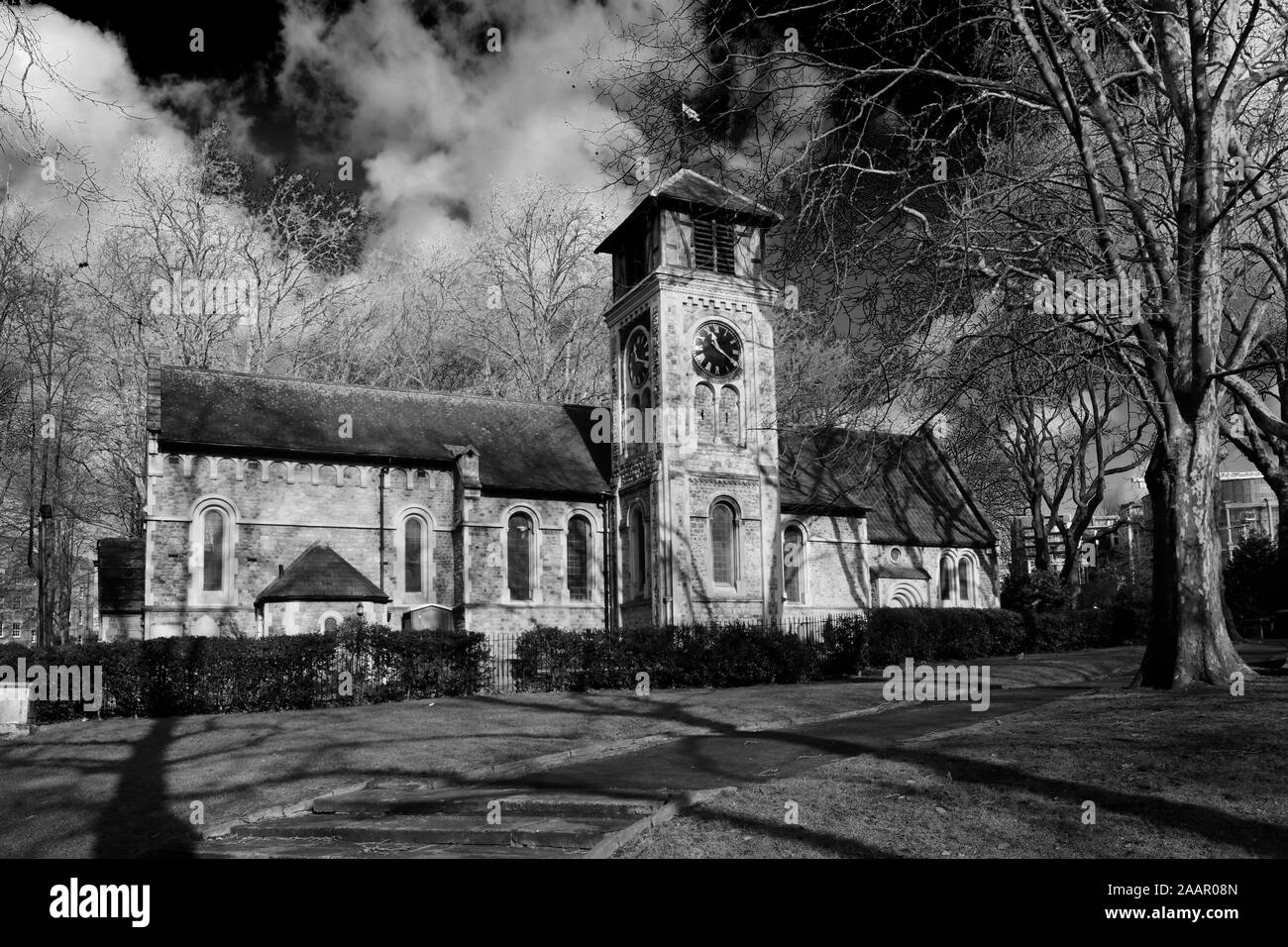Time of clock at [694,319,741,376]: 11:20
